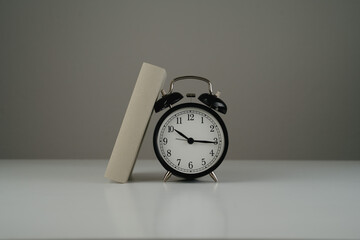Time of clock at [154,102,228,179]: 10:15
